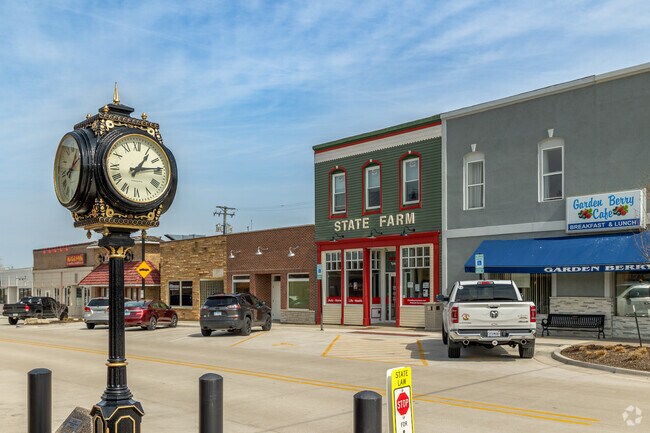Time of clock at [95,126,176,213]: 1:13
